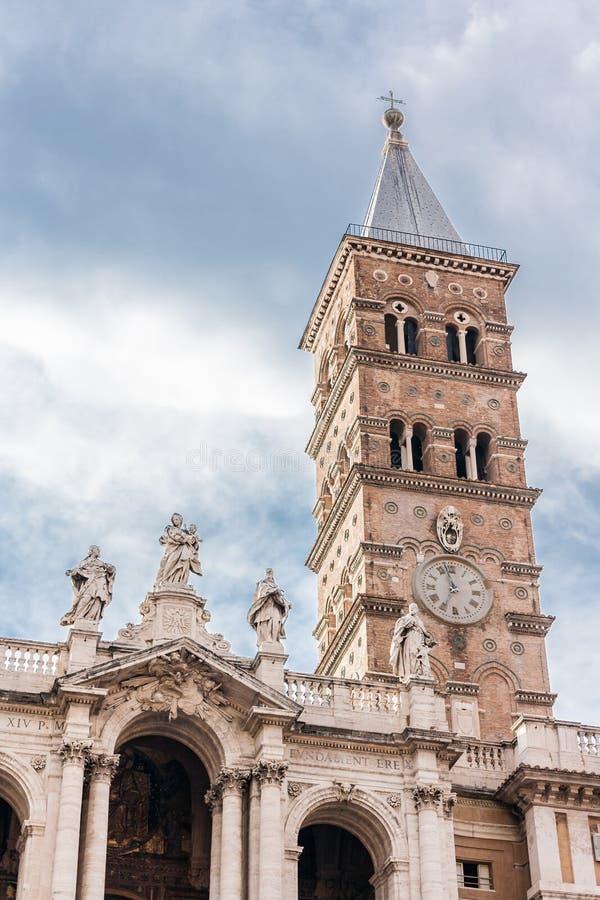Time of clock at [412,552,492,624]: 6:57
